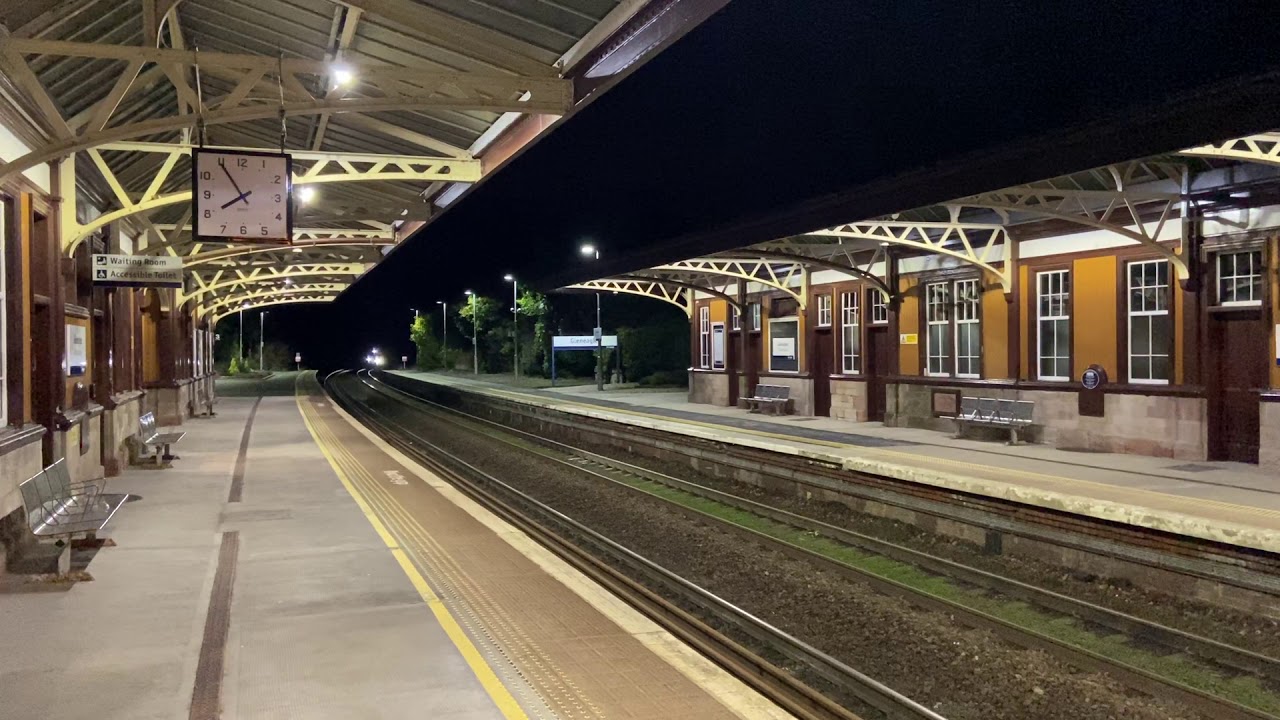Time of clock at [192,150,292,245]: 7:54
